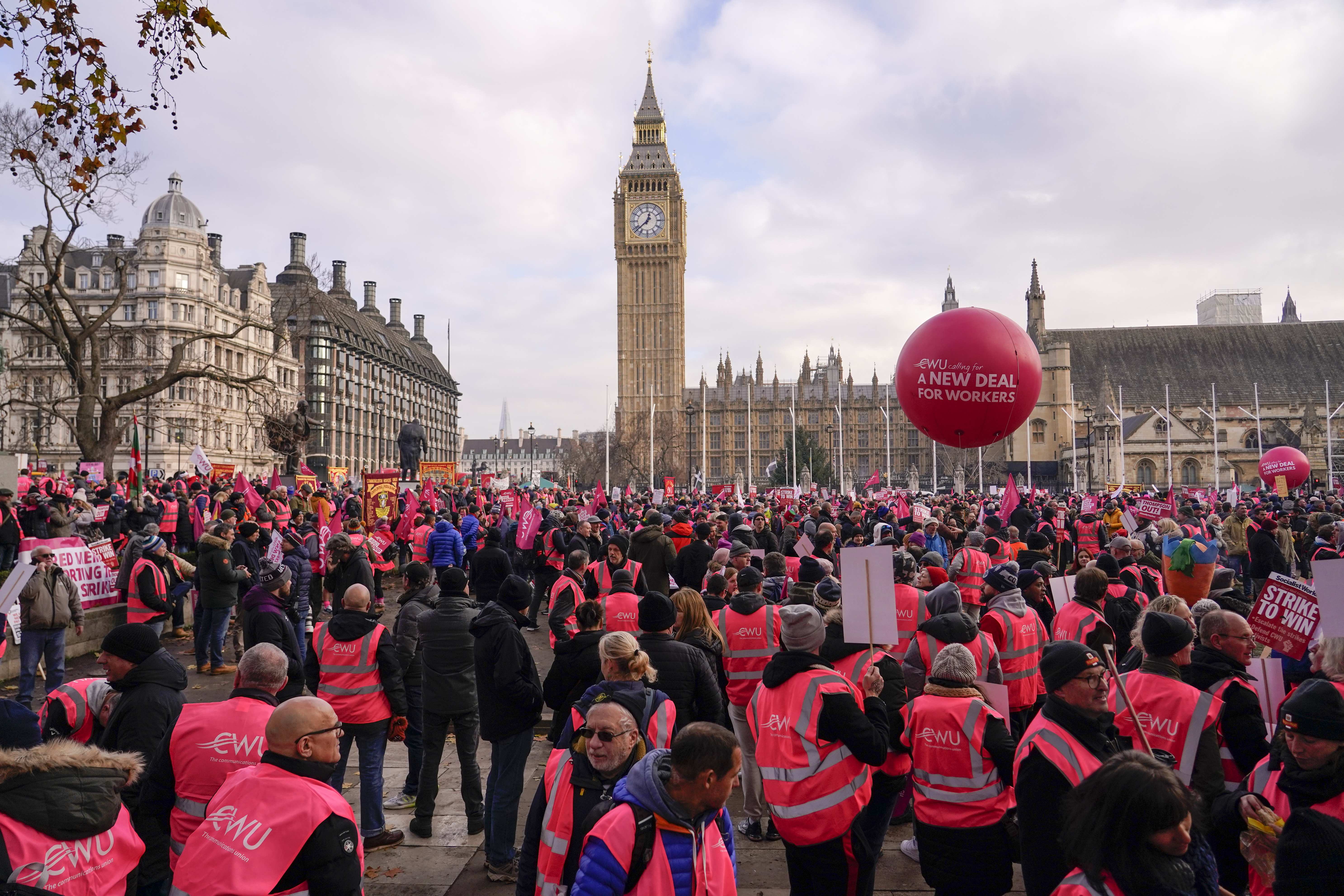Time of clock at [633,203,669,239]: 12:38
